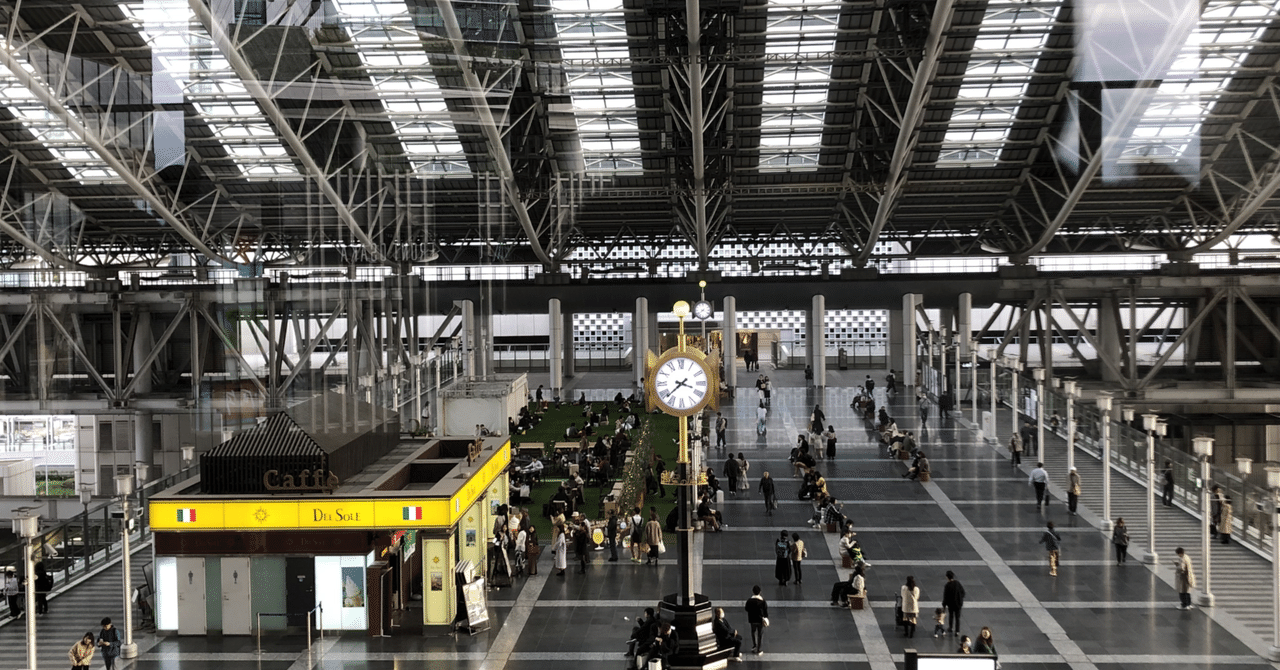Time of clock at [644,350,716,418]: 3:38
